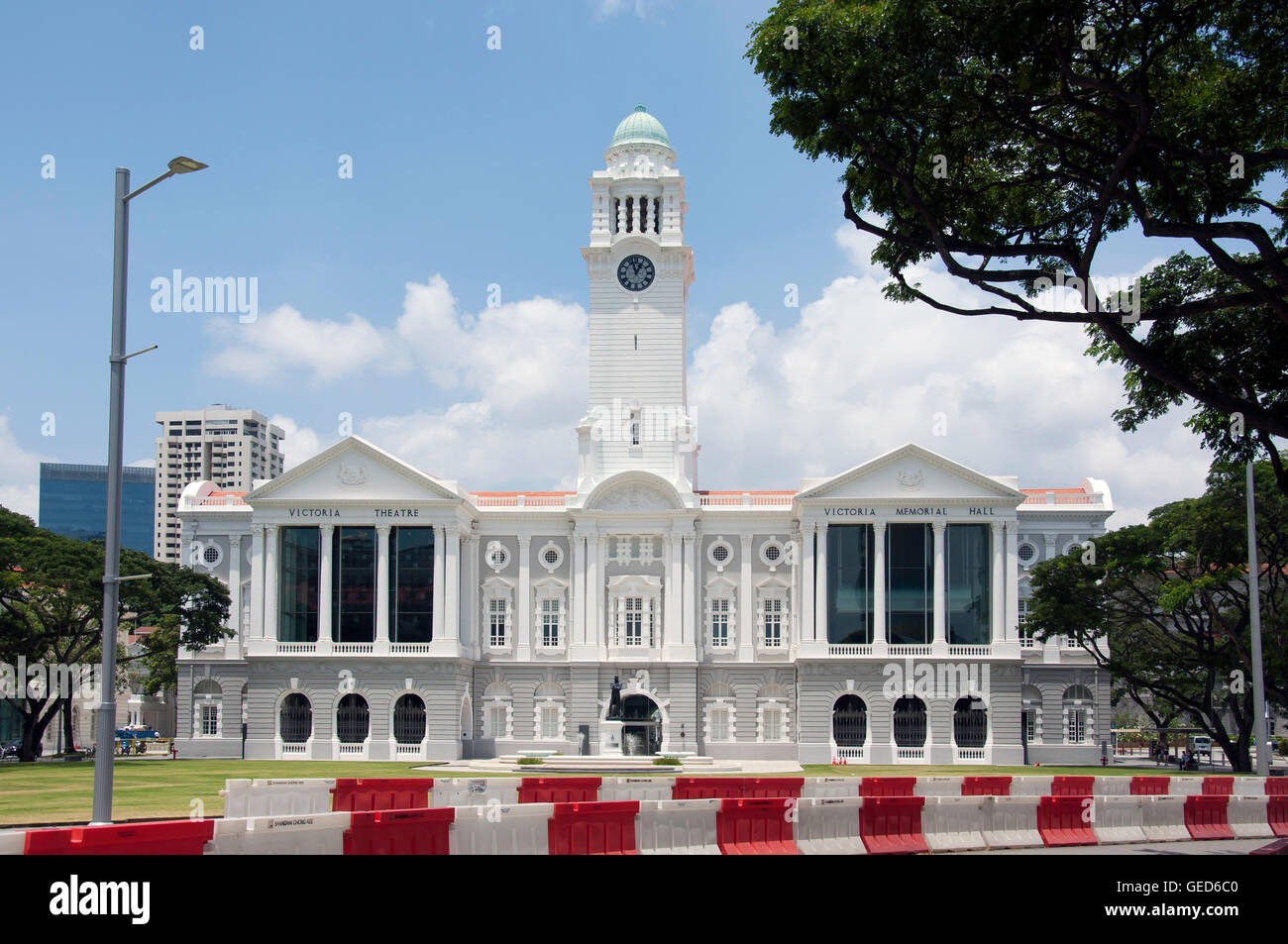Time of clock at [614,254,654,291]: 12:57
